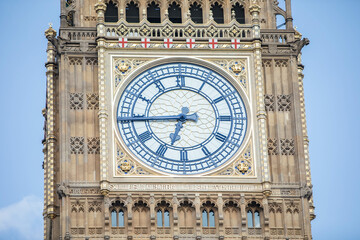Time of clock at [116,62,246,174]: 6:44
